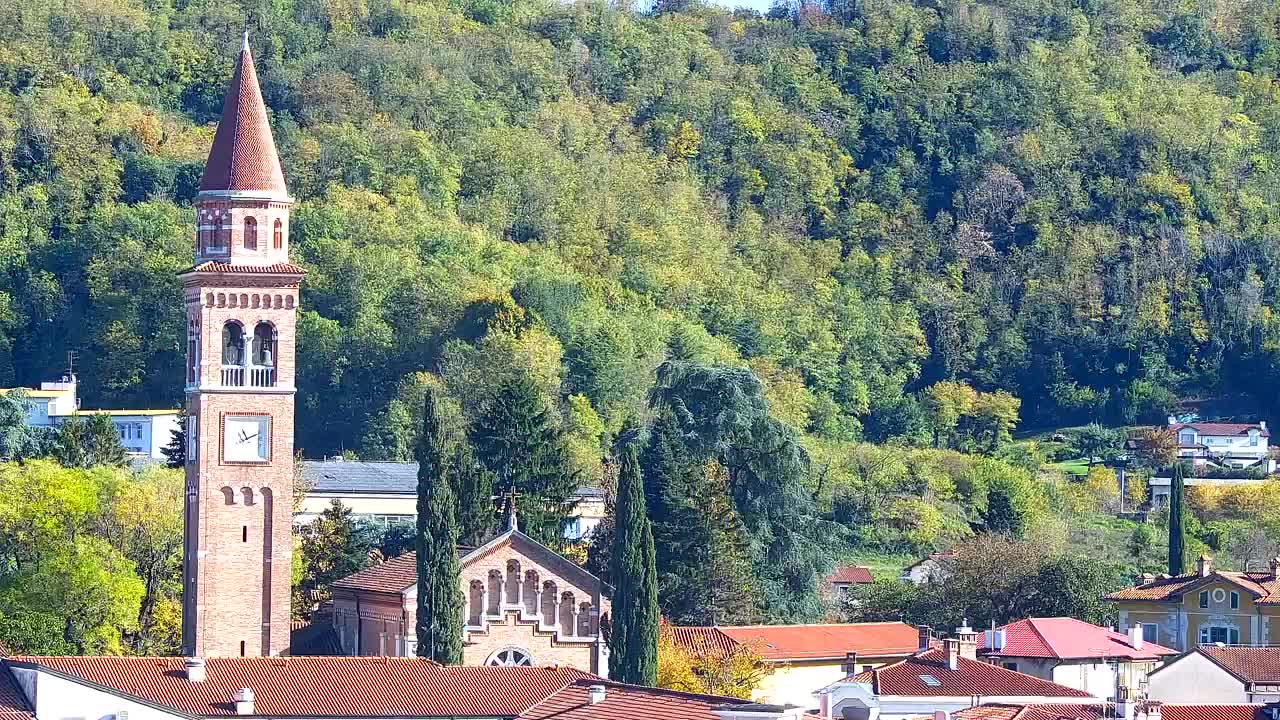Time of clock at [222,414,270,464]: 11:11
